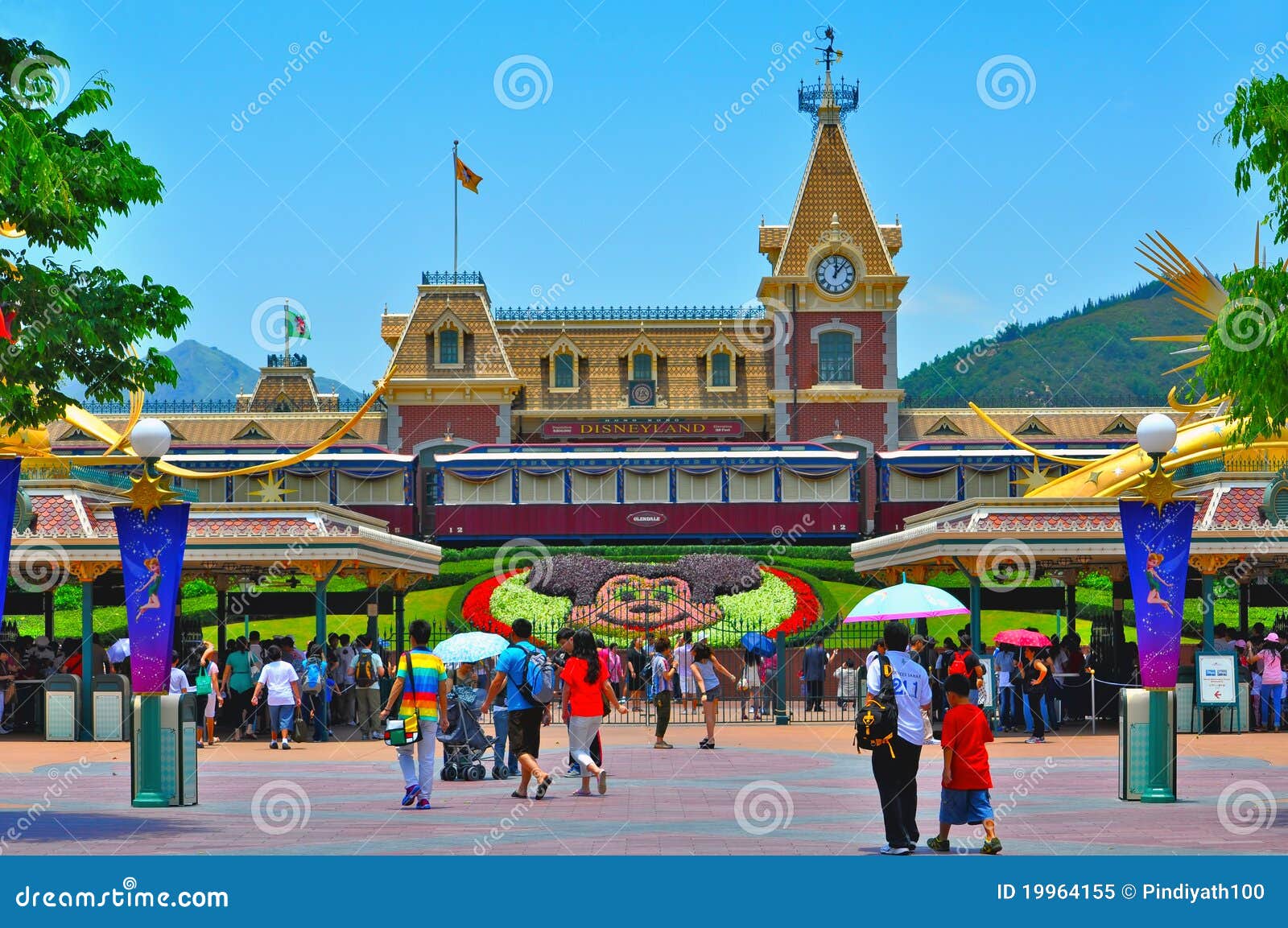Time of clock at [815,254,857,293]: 12:06
